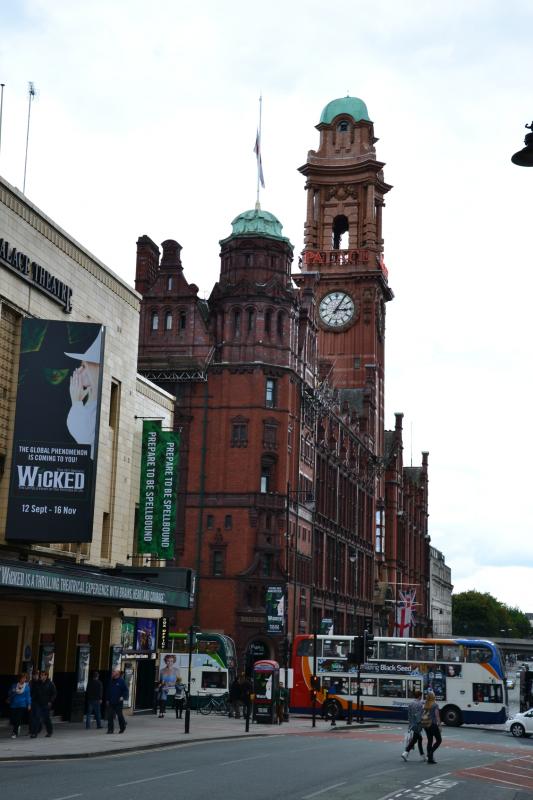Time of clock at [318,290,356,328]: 3:05
